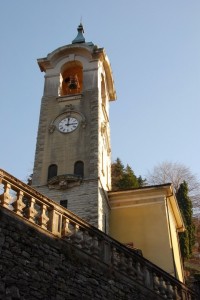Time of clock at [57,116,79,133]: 3:00
